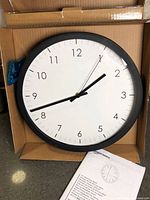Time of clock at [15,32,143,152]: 1:42
